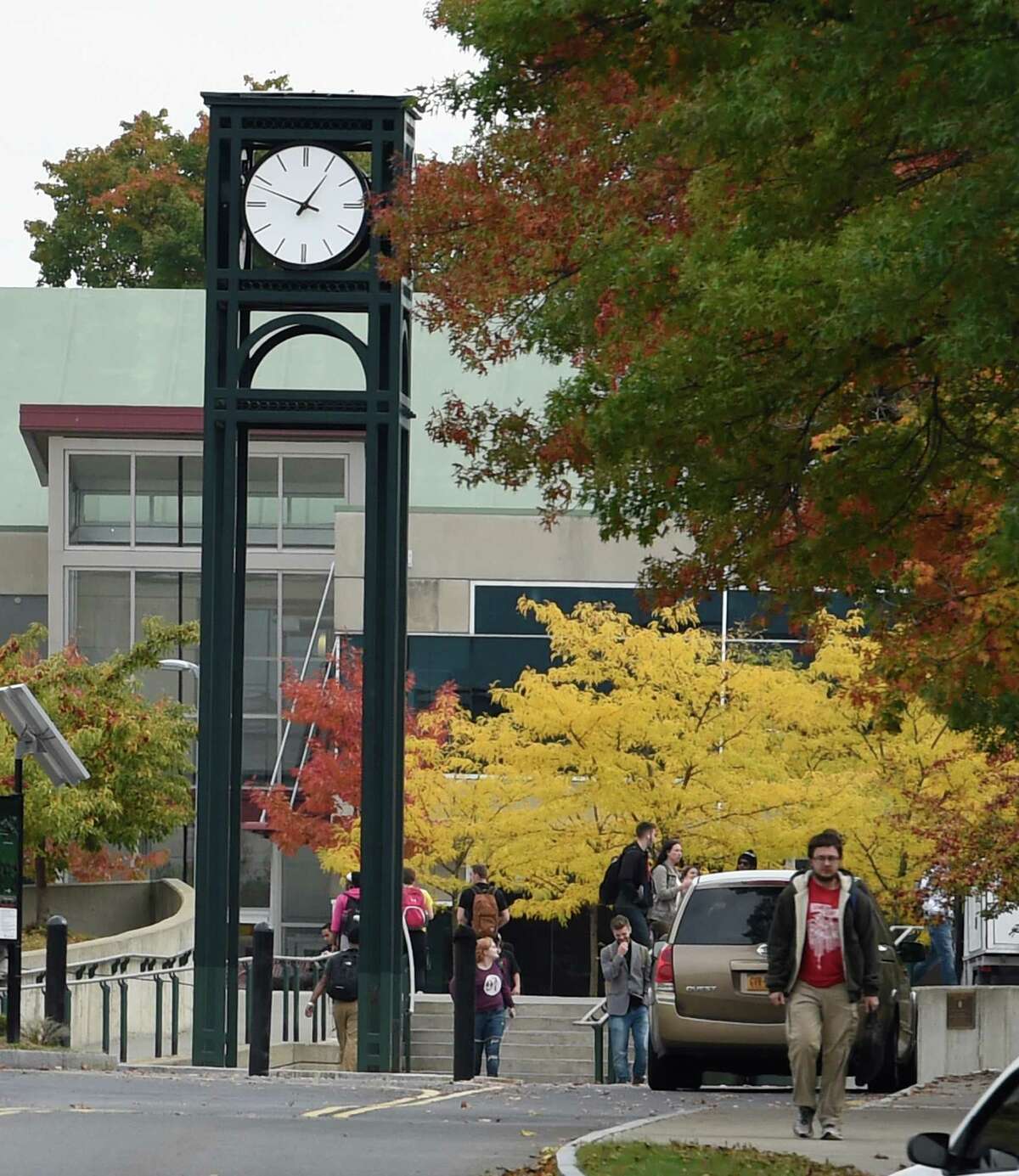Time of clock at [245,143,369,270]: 12:48
